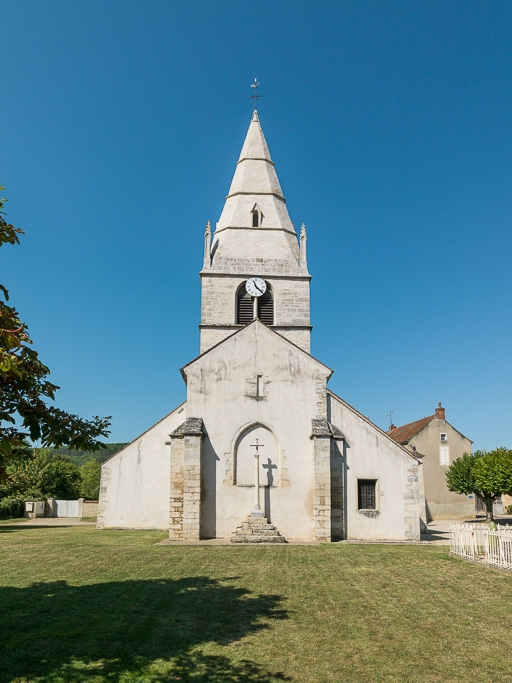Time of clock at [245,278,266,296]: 11:22
